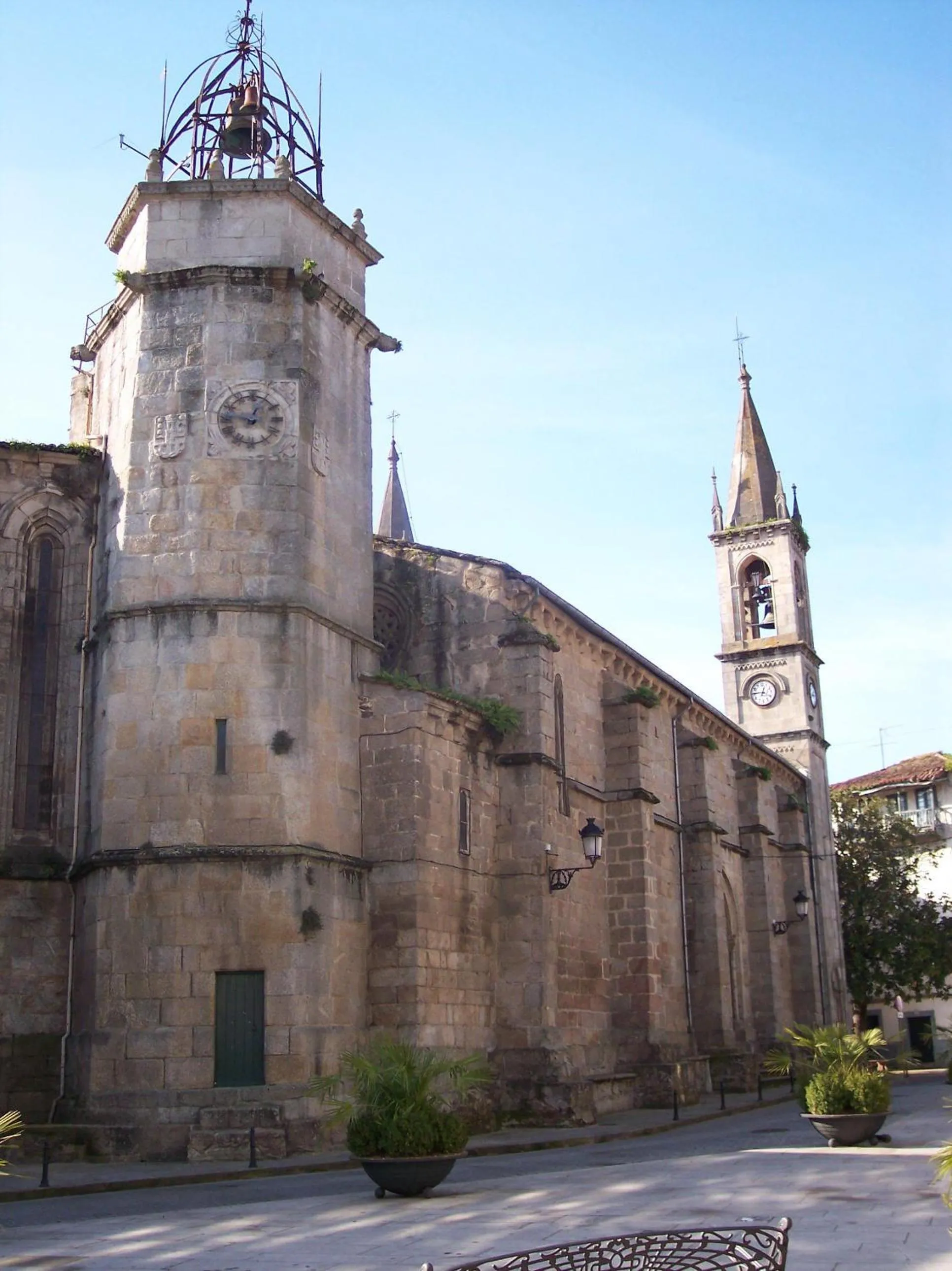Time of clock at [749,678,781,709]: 12:45
